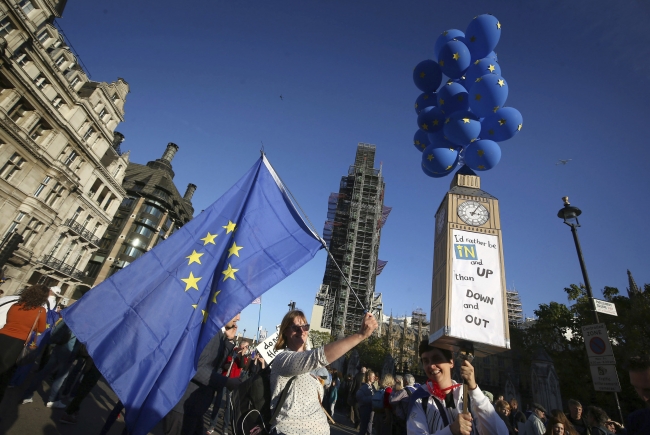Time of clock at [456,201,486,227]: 3:04
